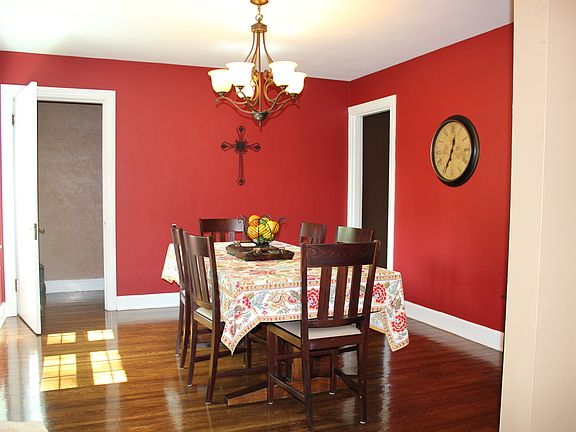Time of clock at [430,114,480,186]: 12:34
